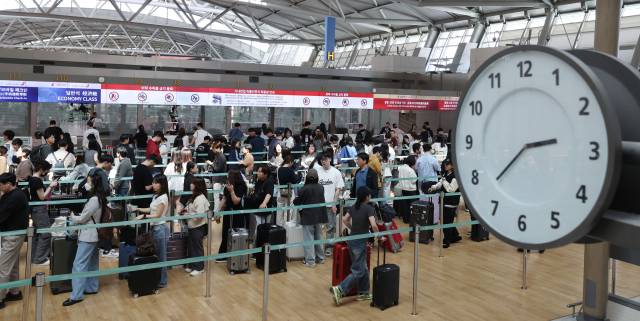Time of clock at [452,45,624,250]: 2:37
